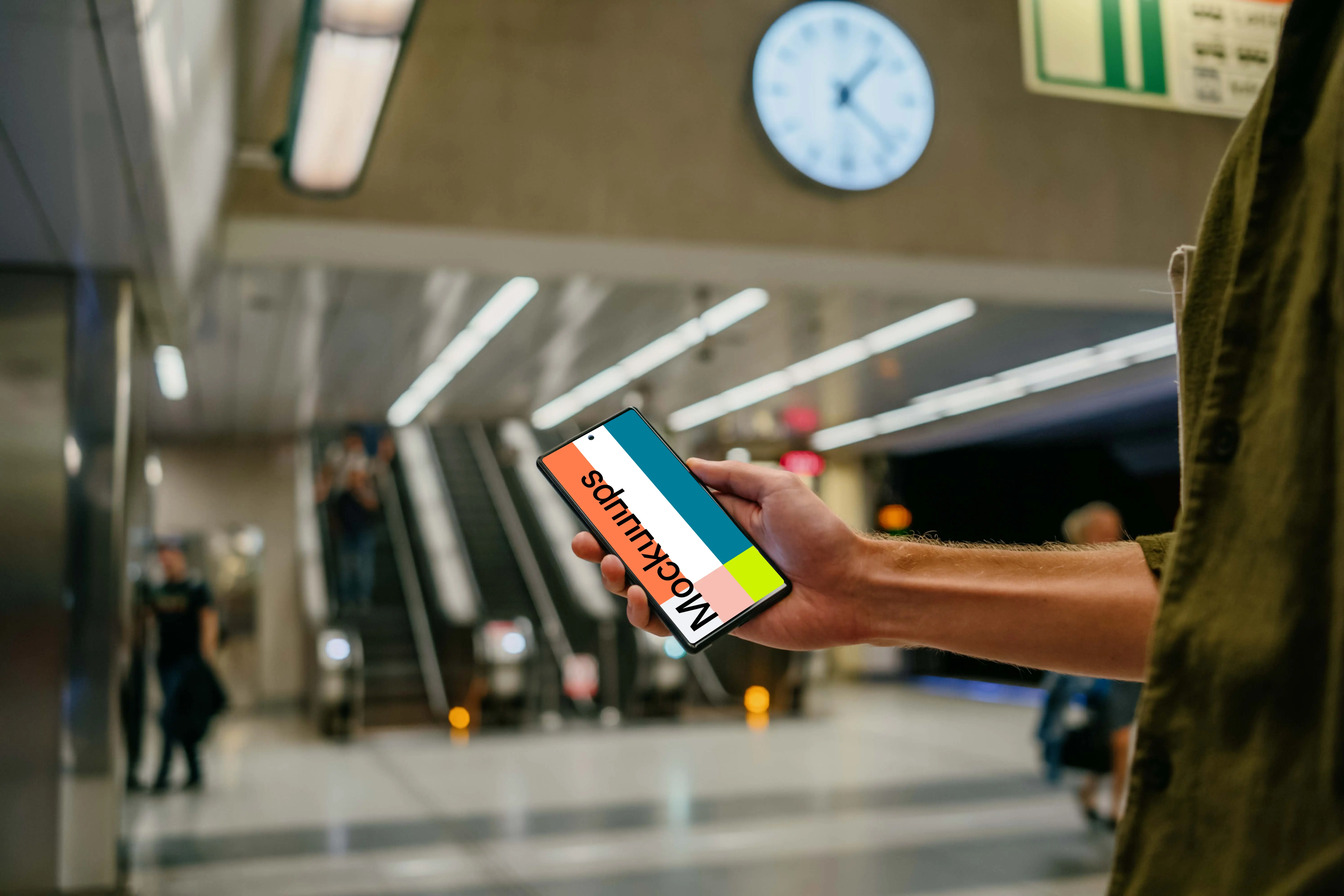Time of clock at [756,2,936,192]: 1:22
